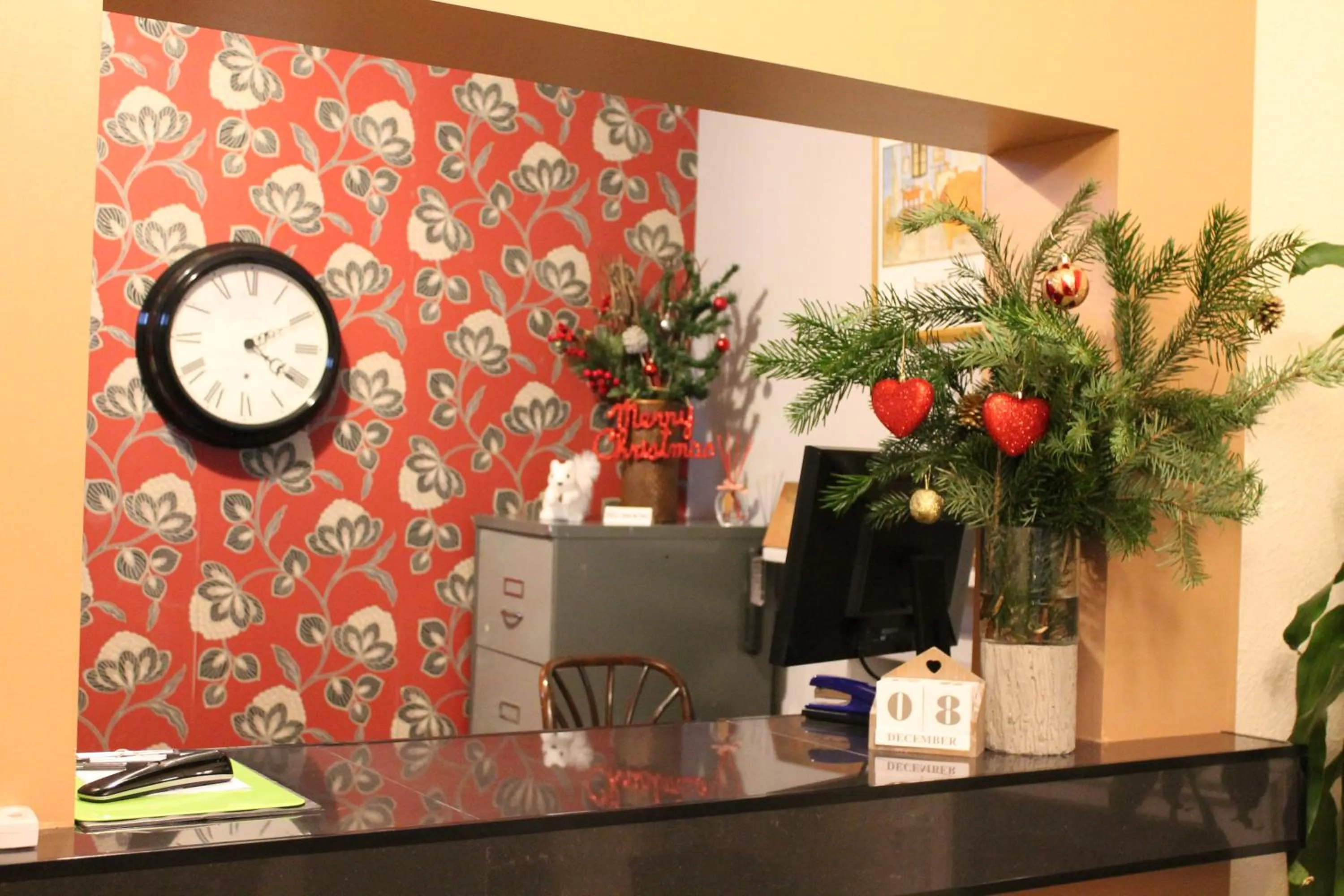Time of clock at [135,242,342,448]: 4:10
